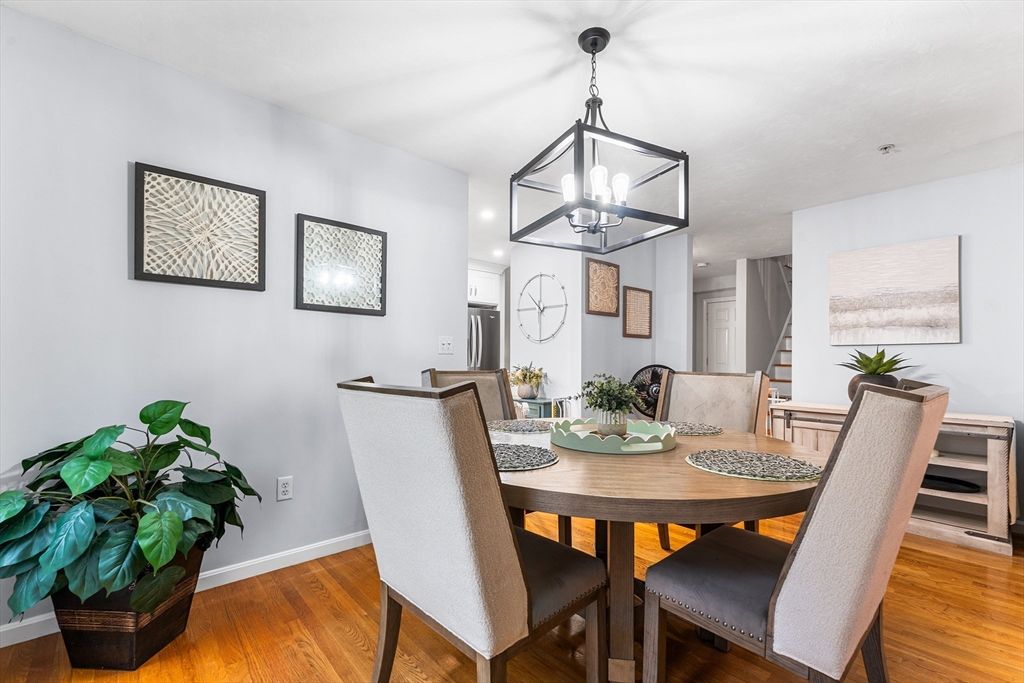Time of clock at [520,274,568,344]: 10:14
